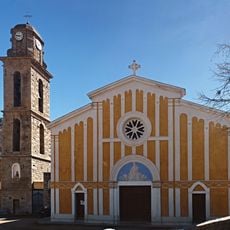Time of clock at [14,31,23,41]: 9:12
